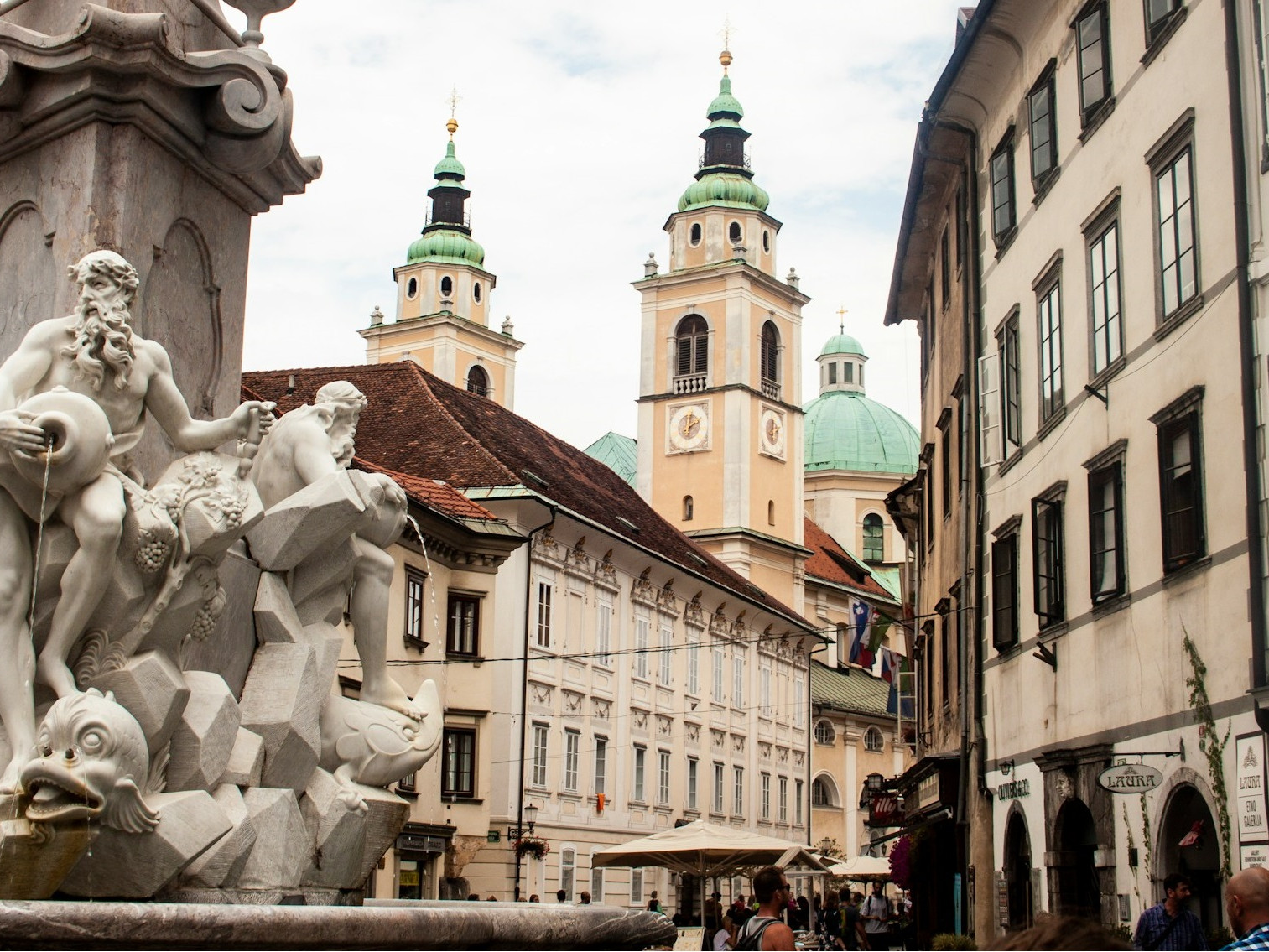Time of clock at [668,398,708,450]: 2:01
